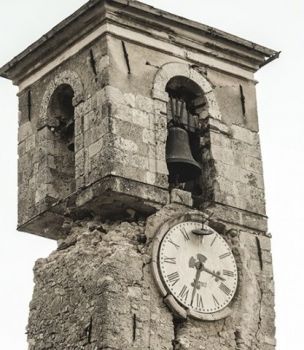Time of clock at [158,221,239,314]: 3:32
